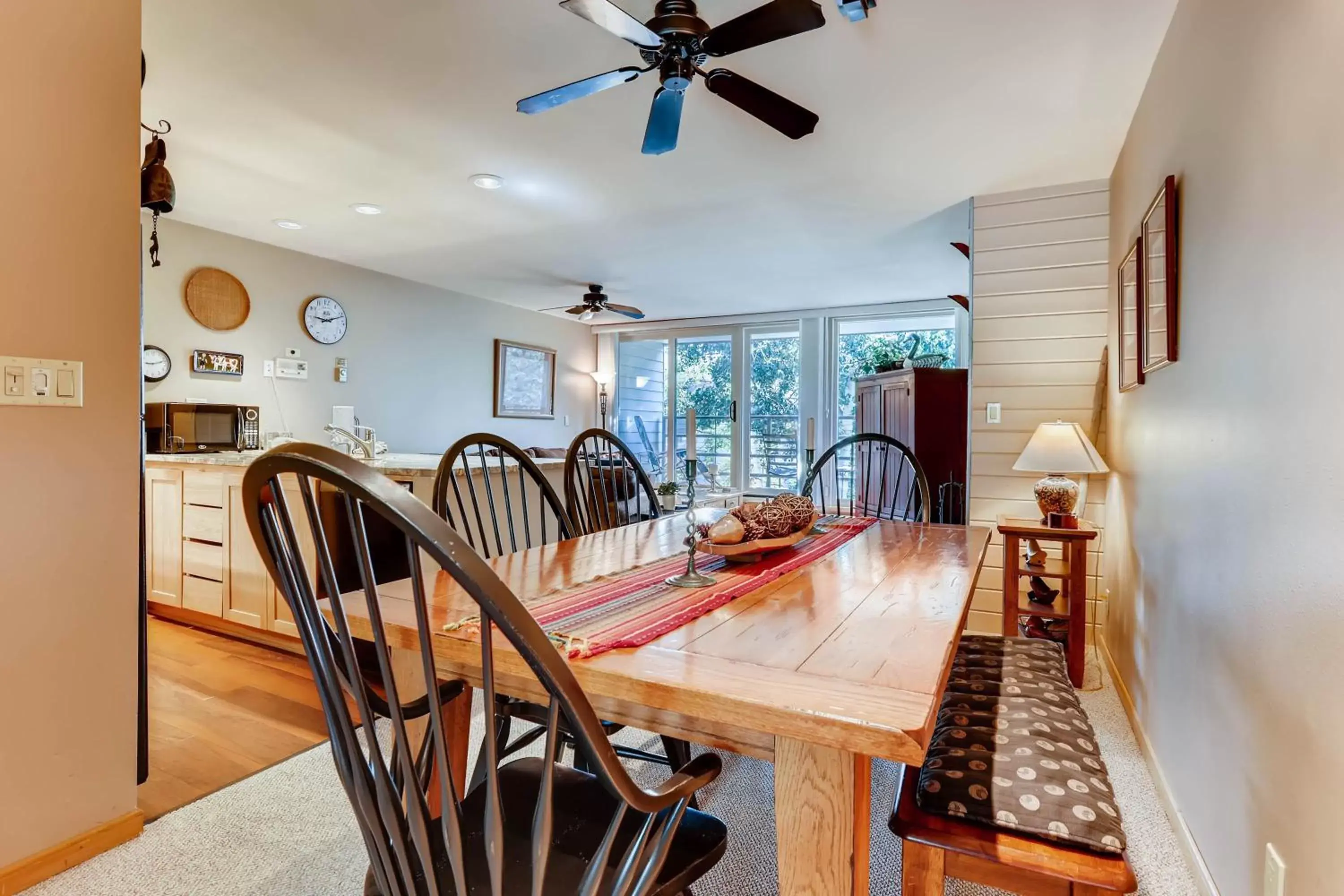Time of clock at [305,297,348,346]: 9:11
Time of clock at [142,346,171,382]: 9:12
